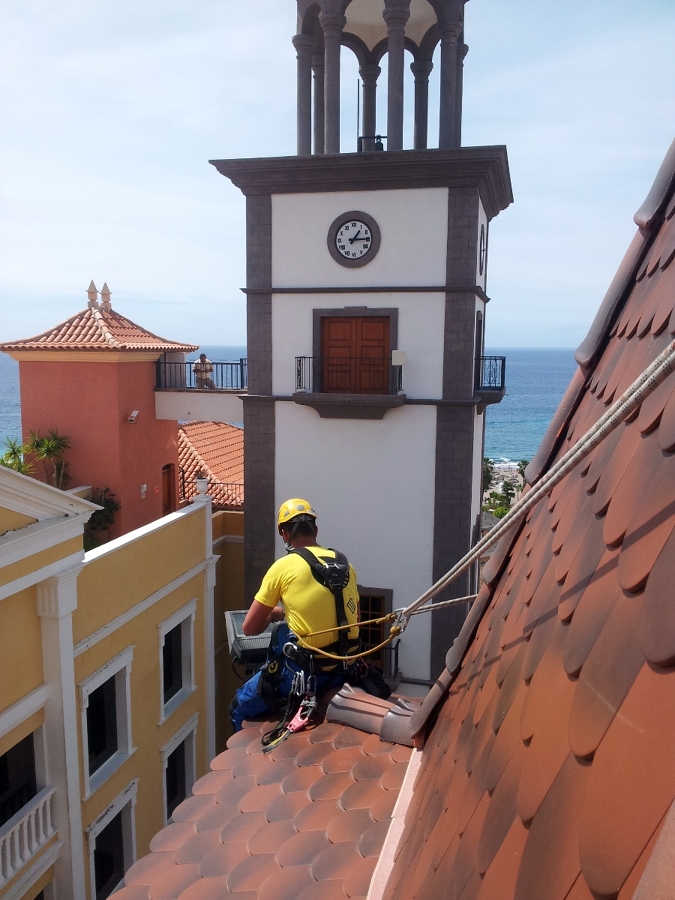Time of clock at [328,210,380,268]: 1:14
